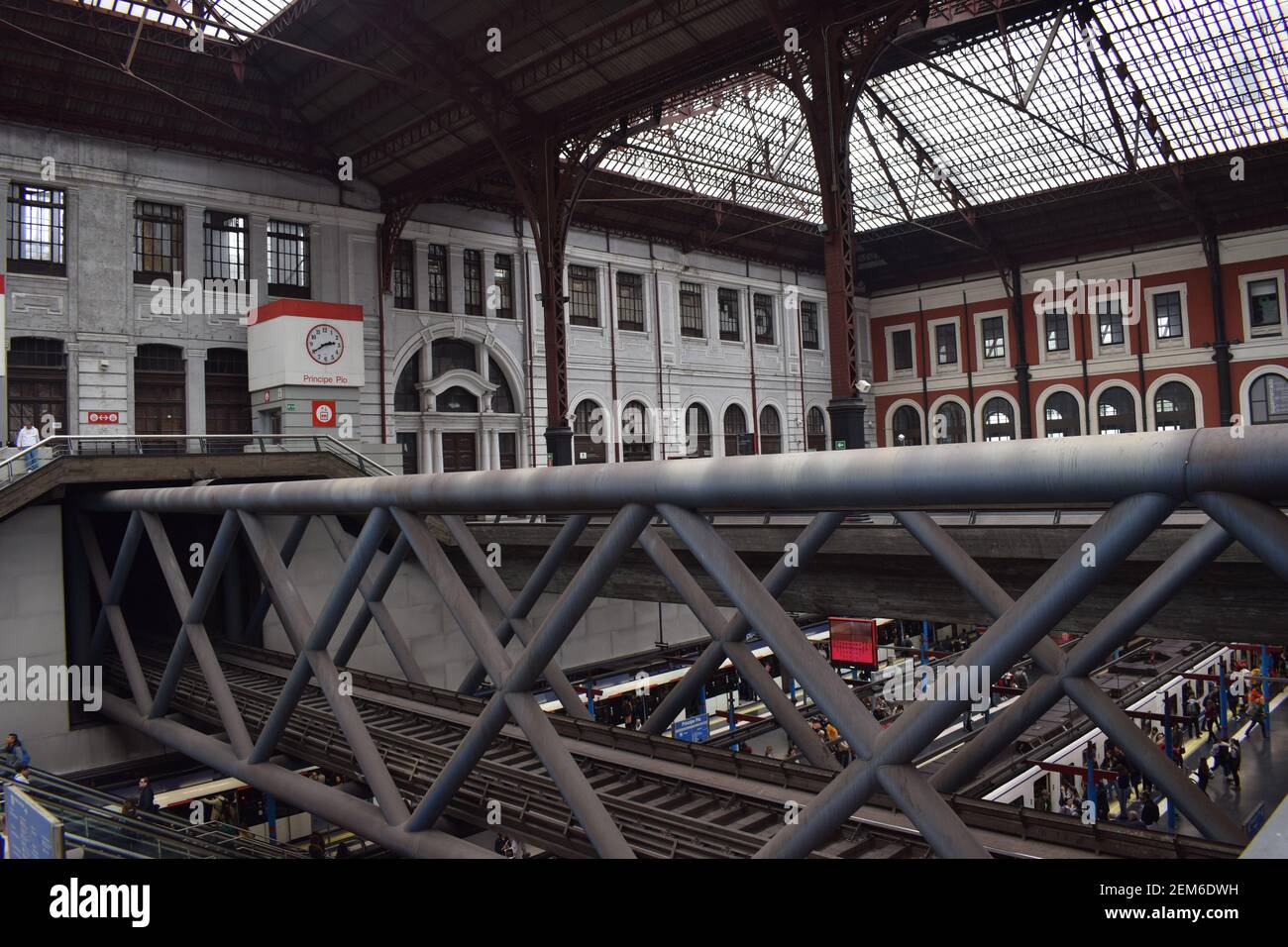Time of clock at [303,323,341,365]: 2:40
